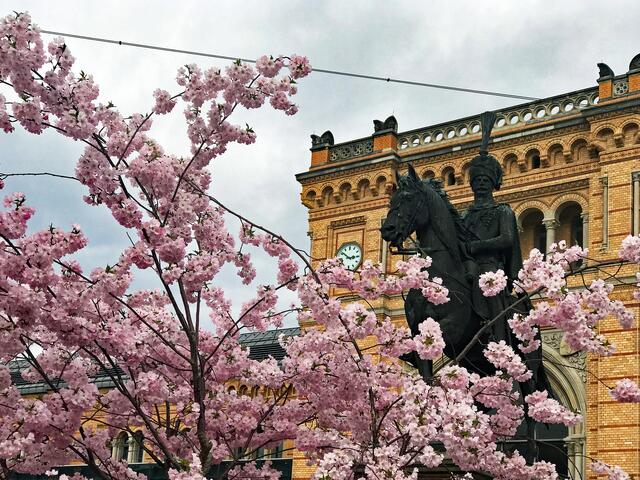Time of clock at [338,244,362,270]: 2:51
